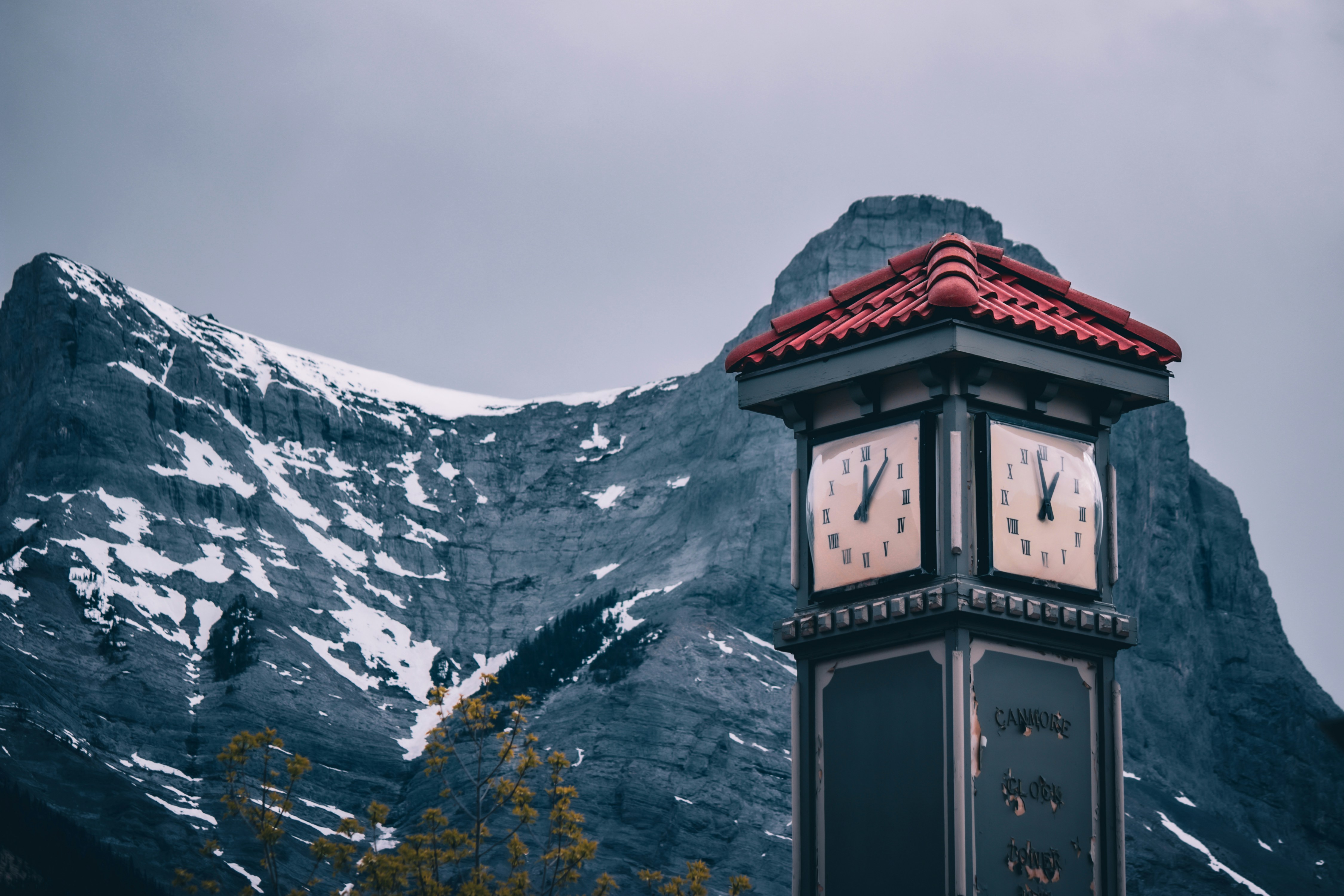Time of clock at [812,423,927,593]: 12:06
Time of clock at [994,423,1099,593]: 12:58
